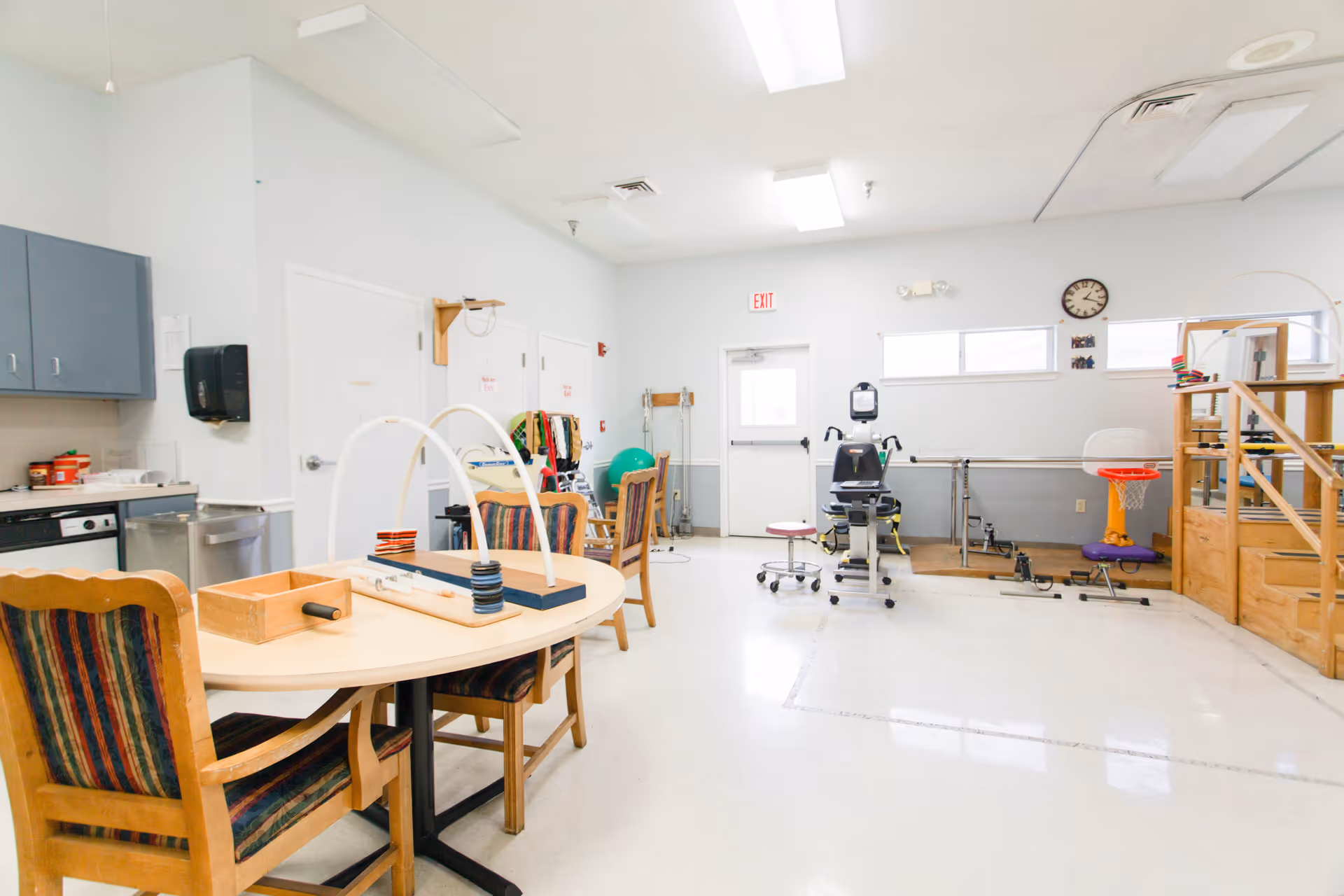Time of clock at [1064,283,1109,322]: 1:18
